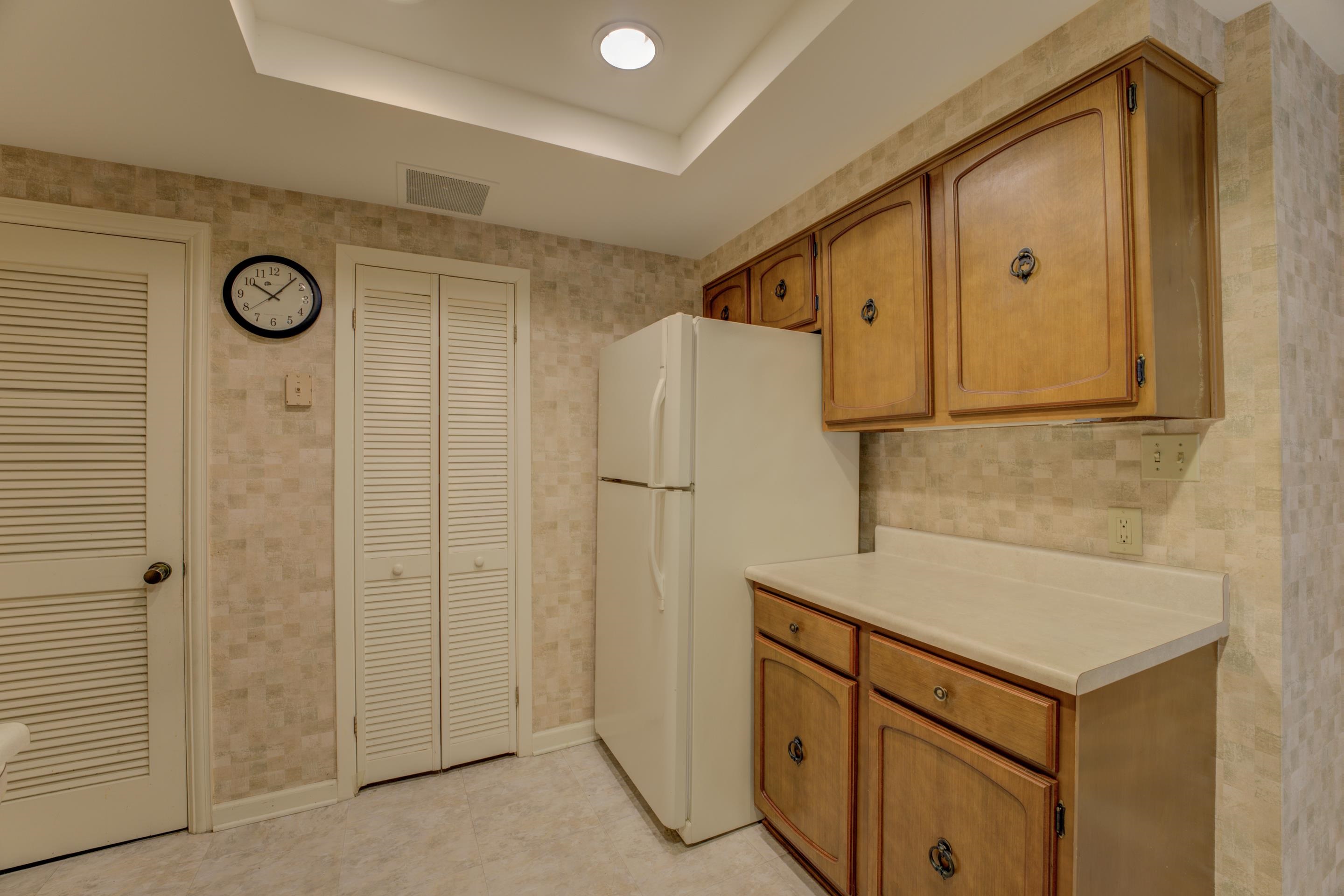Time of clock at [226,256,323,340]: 10:07
